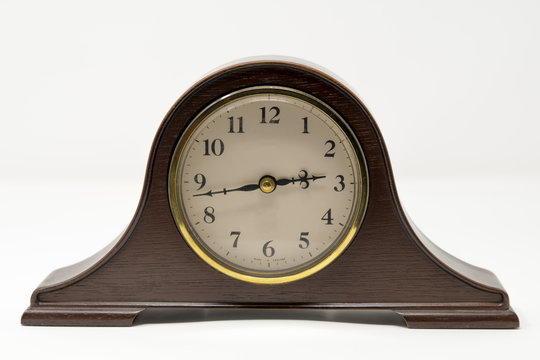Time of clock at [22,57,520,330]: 2:42
